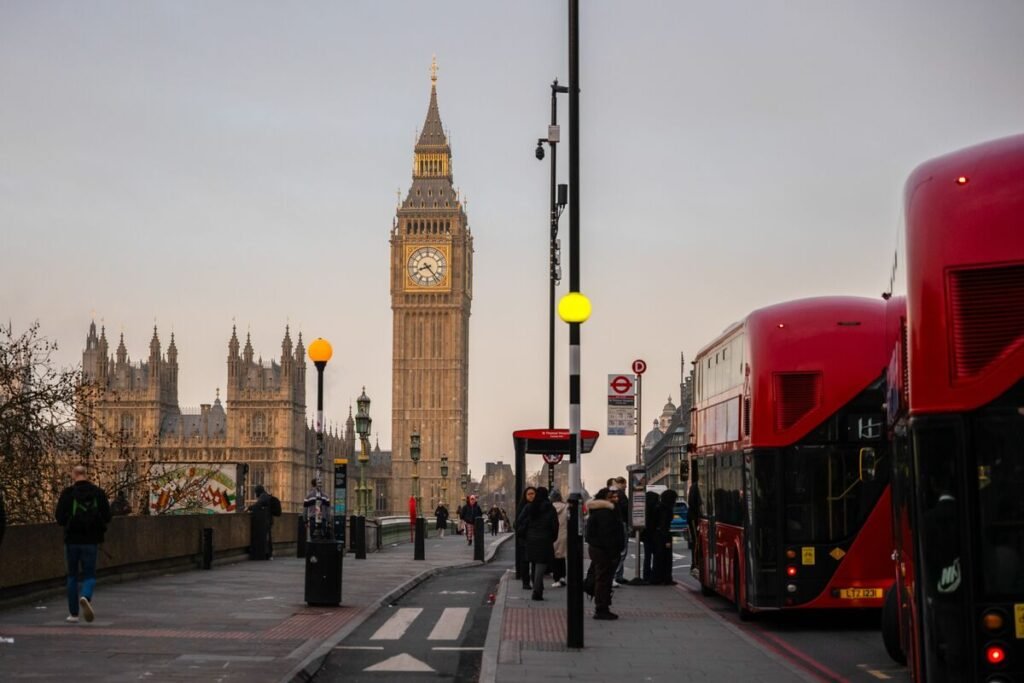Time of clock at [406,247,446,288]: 8:23
